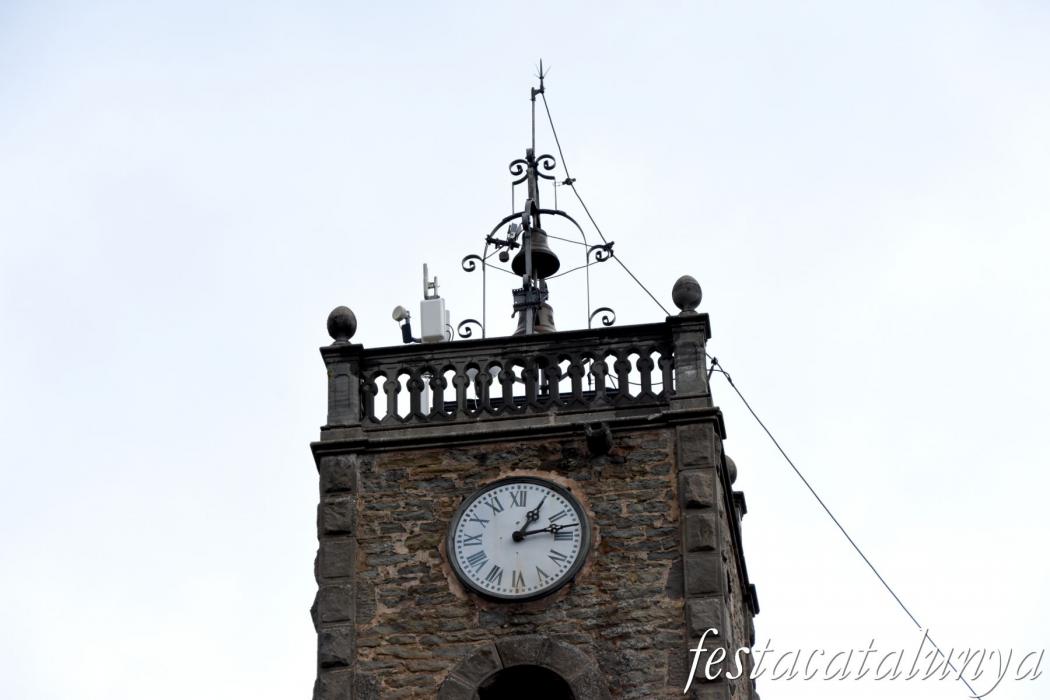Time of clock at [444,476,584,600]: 1:13
